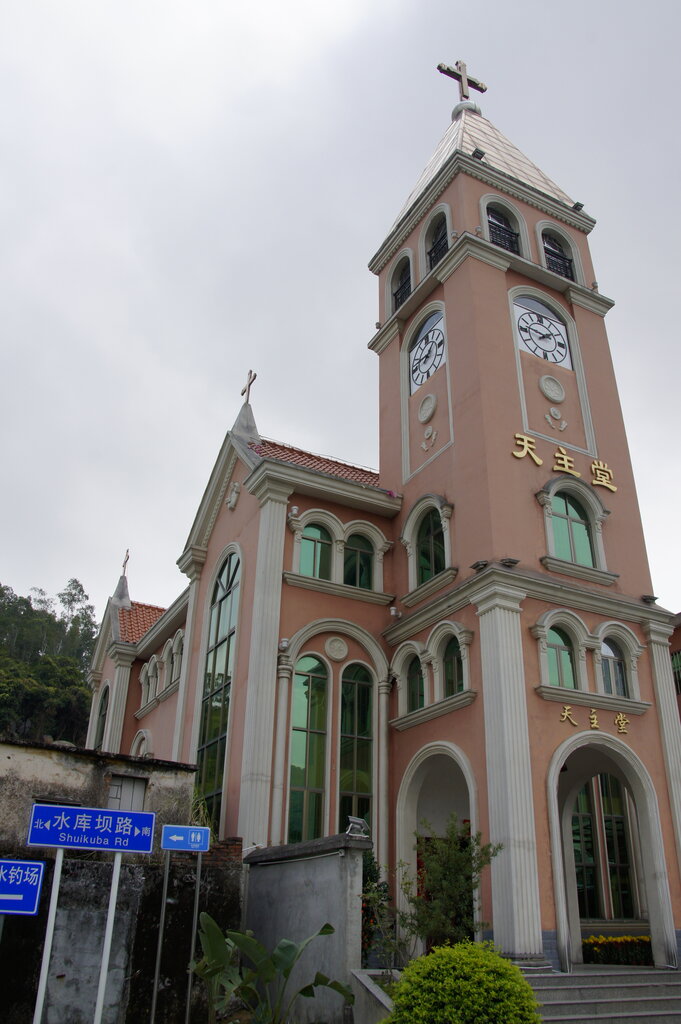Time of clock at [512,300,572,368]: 1:46
